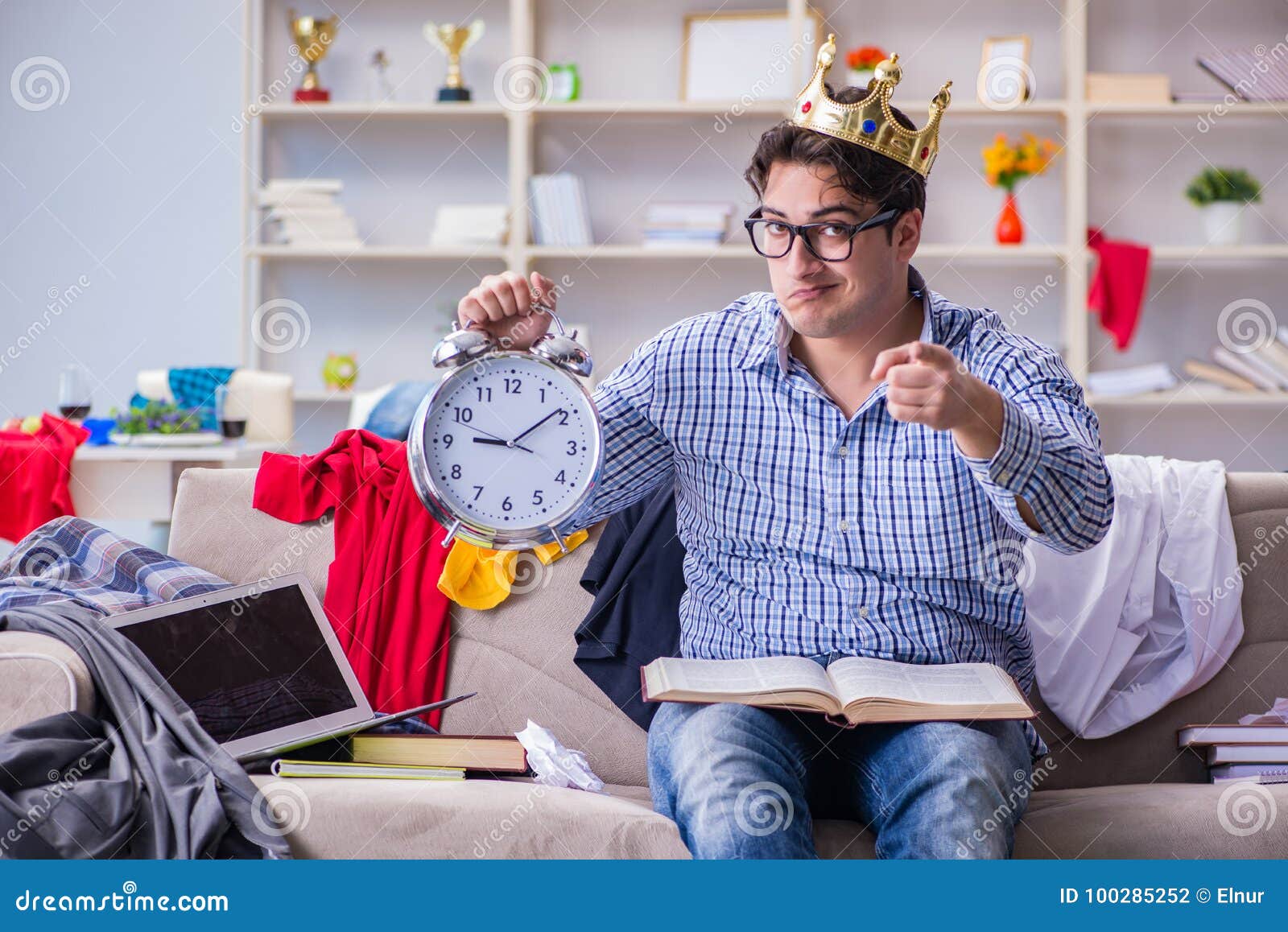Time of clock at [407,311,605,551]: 9:09
